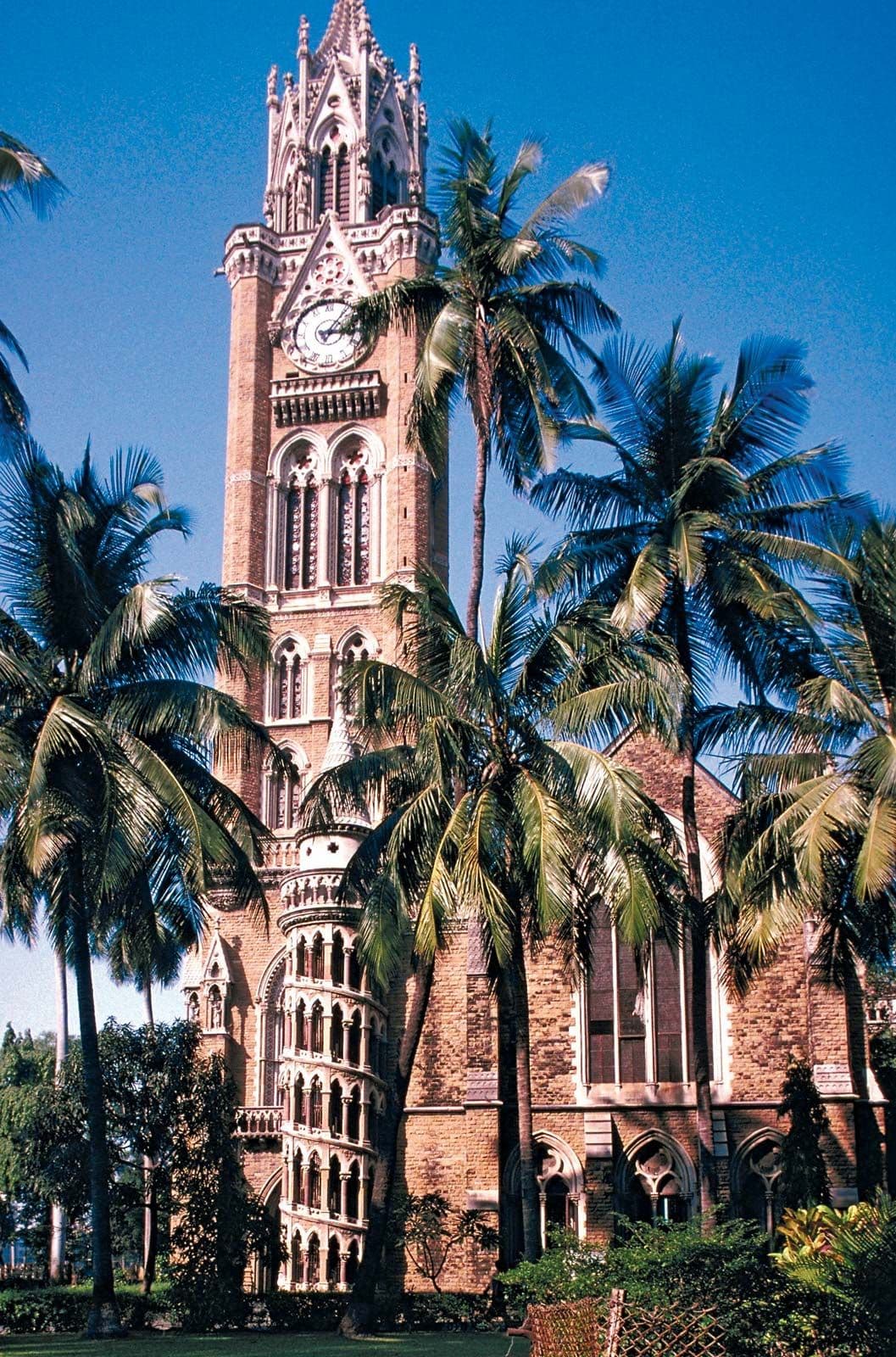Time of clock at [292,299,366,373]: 3:06
